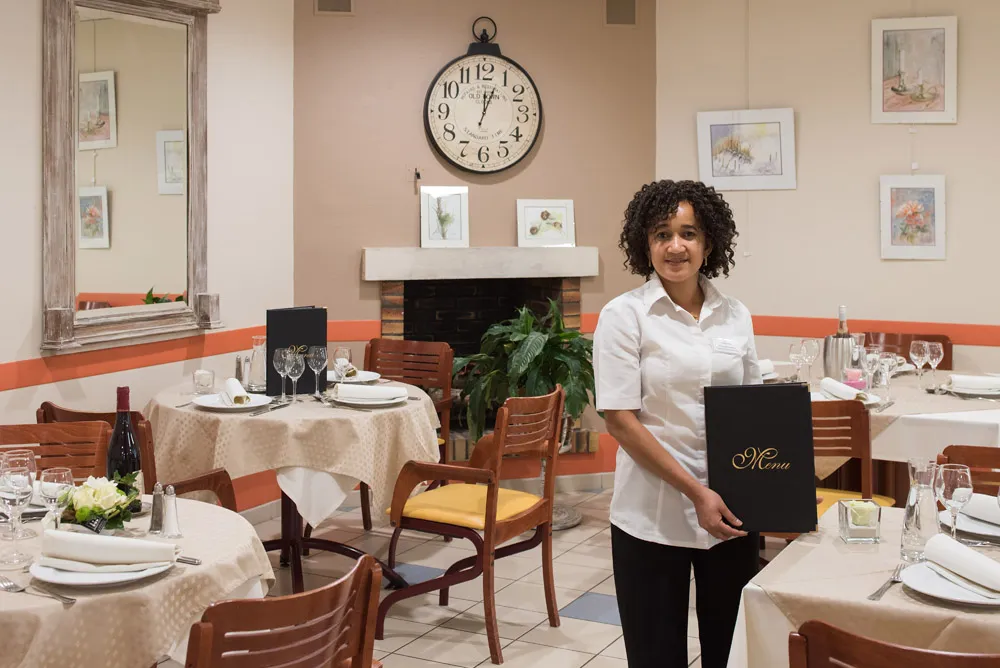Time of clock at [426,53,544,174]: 12:03
